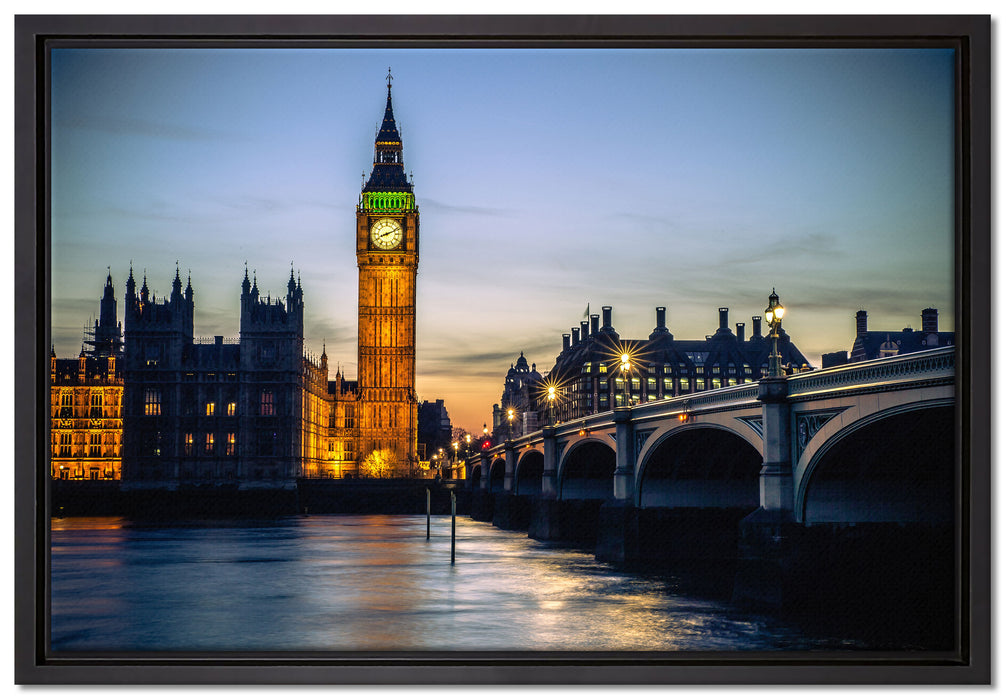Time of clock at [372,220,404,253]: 8:11
